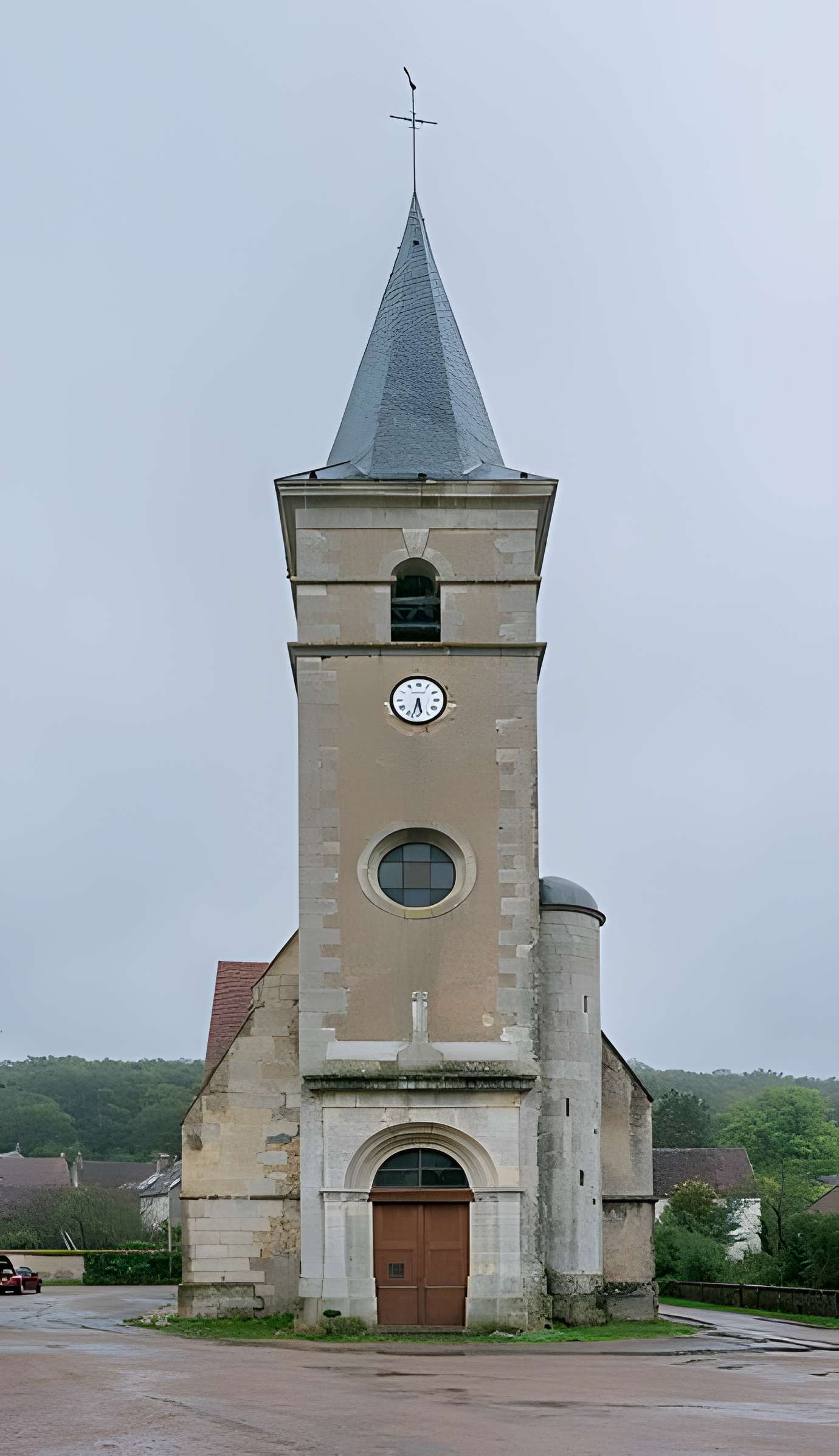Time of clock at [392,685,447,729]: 5:32
